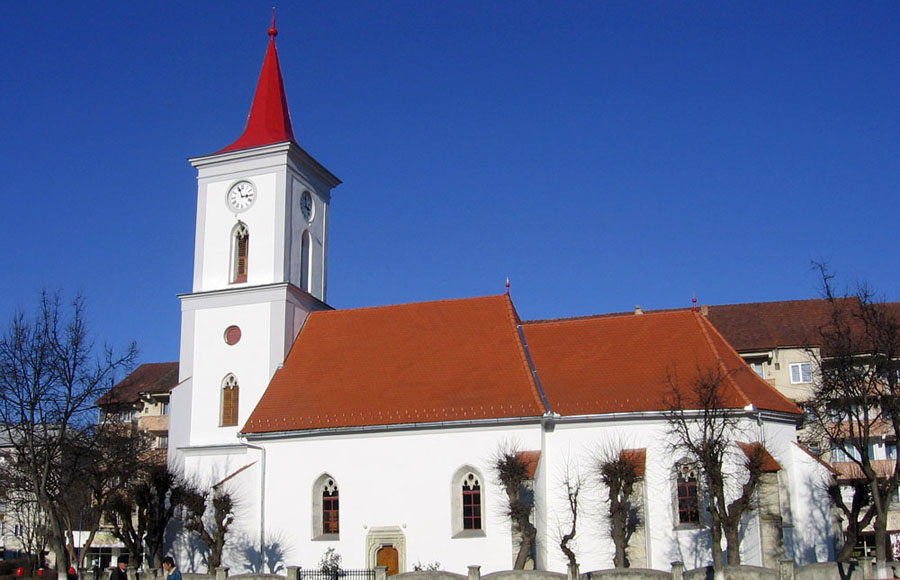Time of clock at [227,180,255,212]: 2:56
